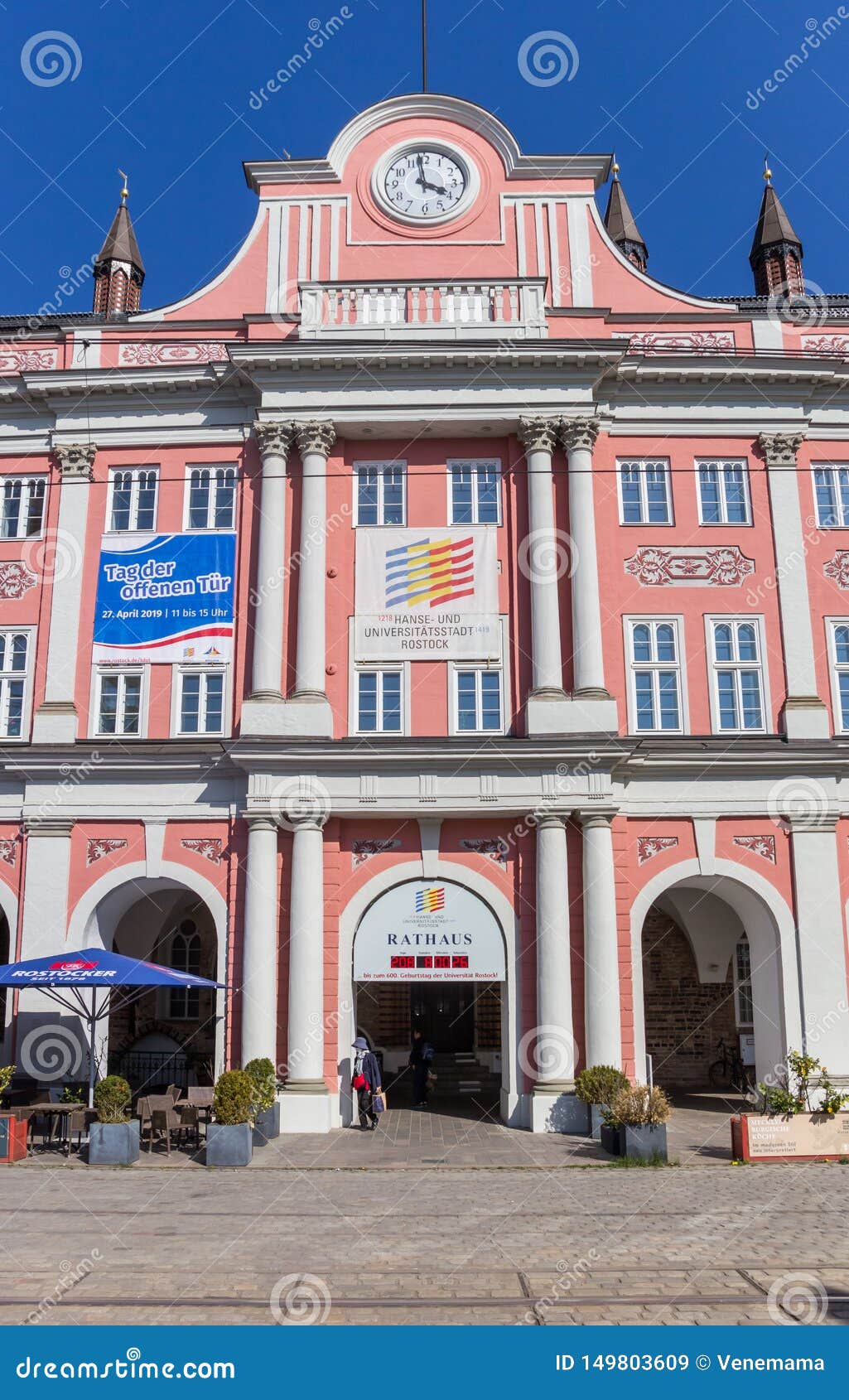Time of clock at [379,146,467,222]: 3:58
